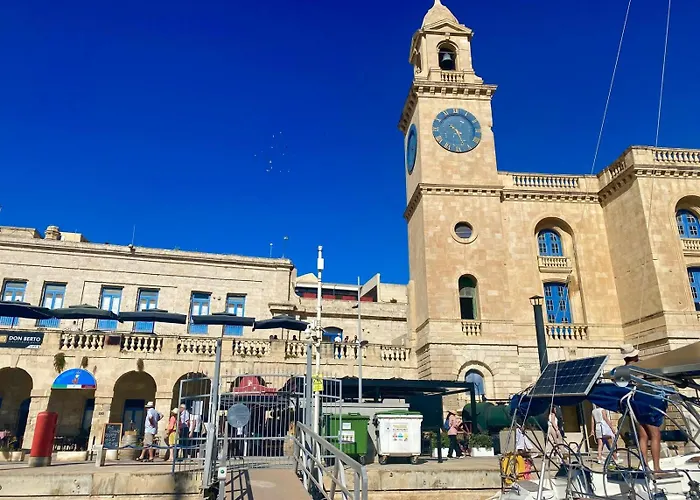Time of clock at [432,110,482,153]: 10:26
